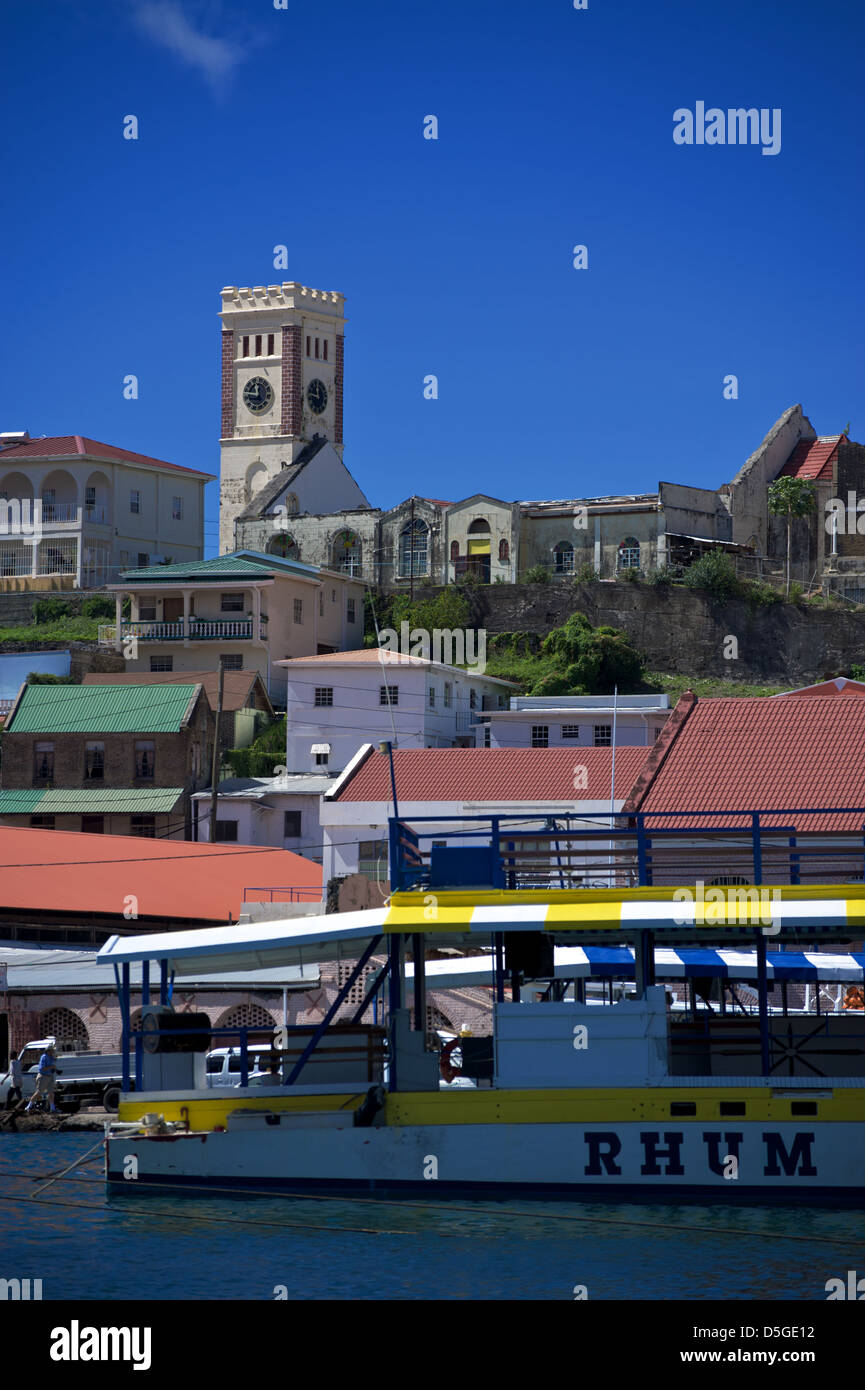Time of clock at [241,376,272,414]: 11:46
